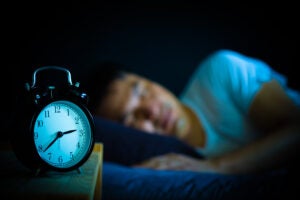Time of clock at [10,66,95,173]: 2:38
